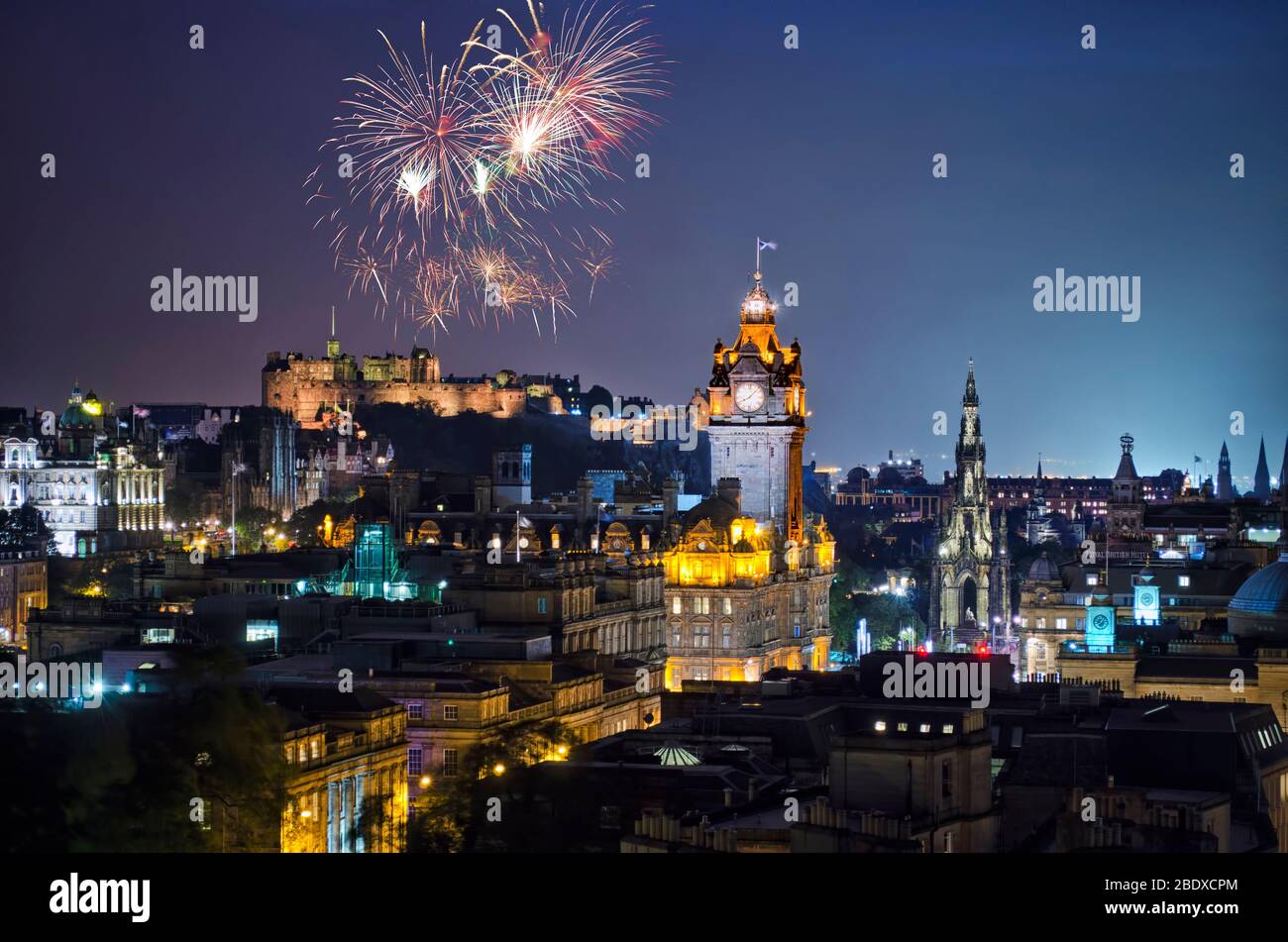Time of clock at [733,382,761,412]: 8:07
